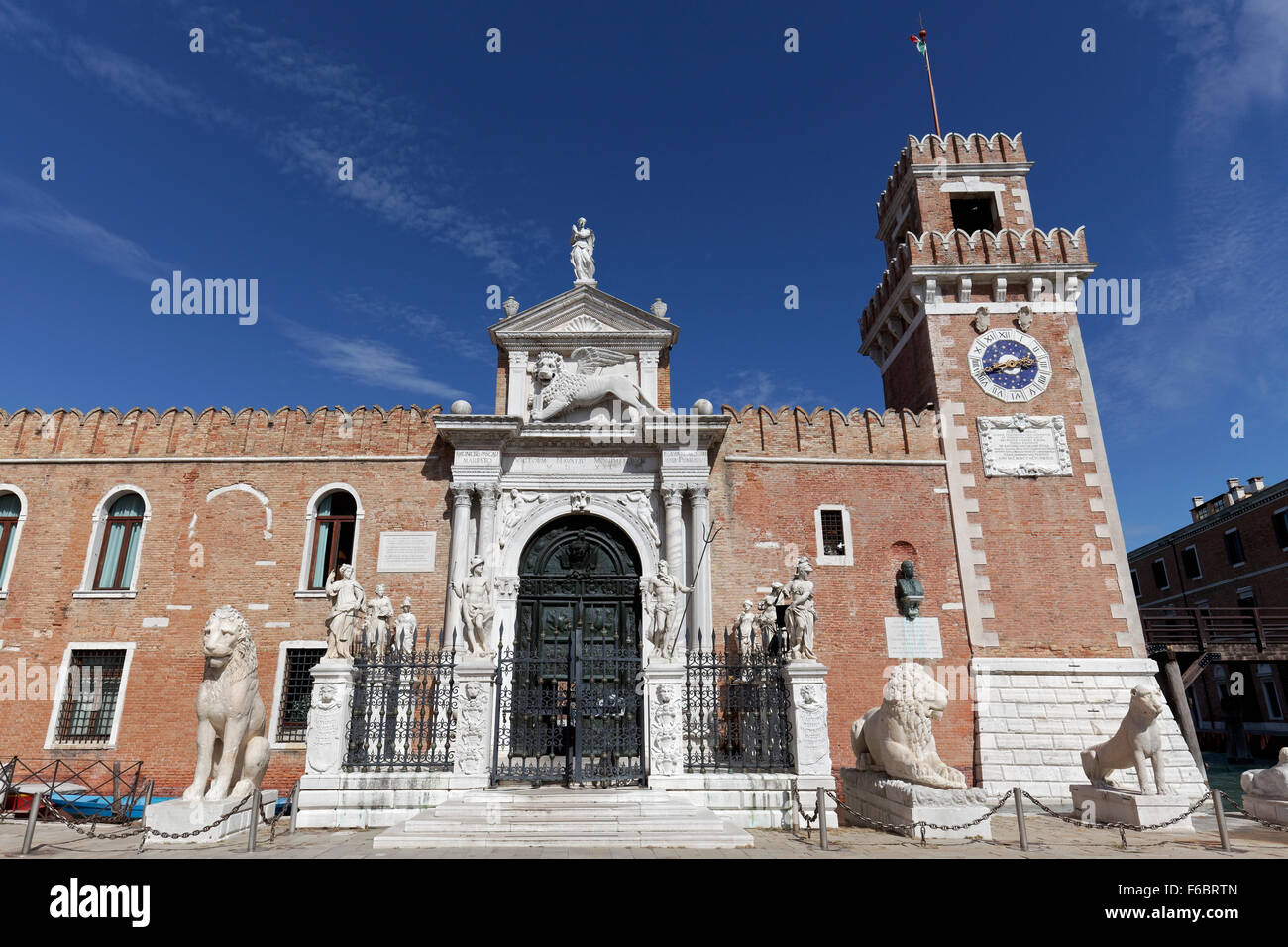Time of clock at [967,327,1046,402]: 2:40
